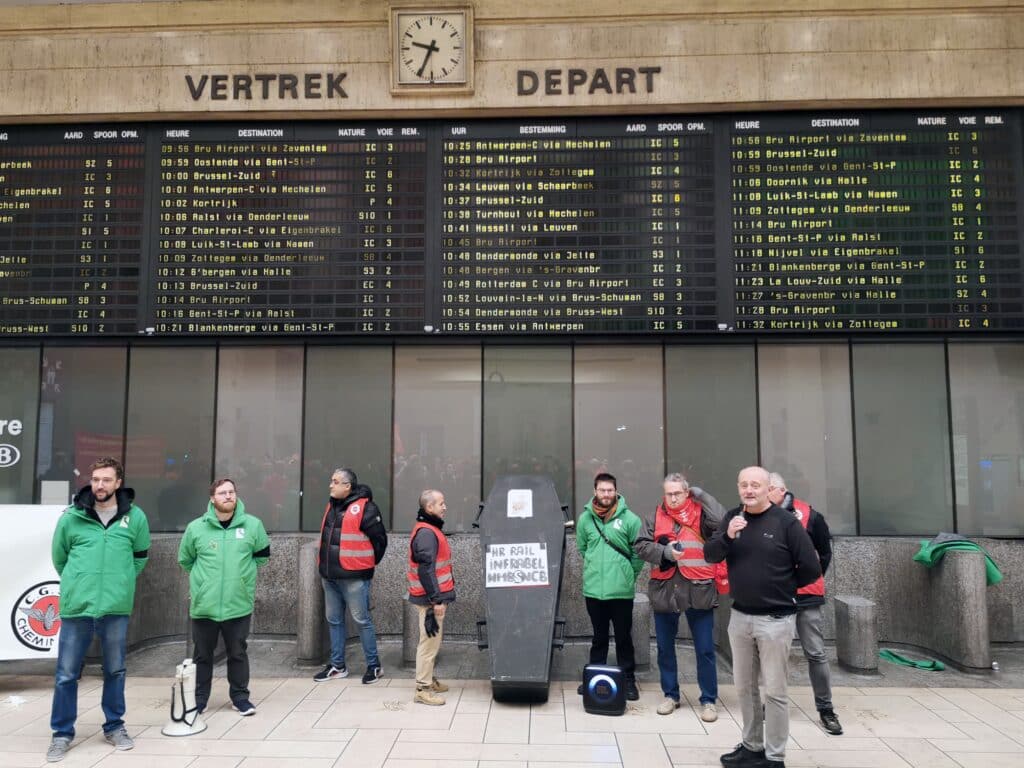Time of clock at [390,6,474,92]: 9:34
